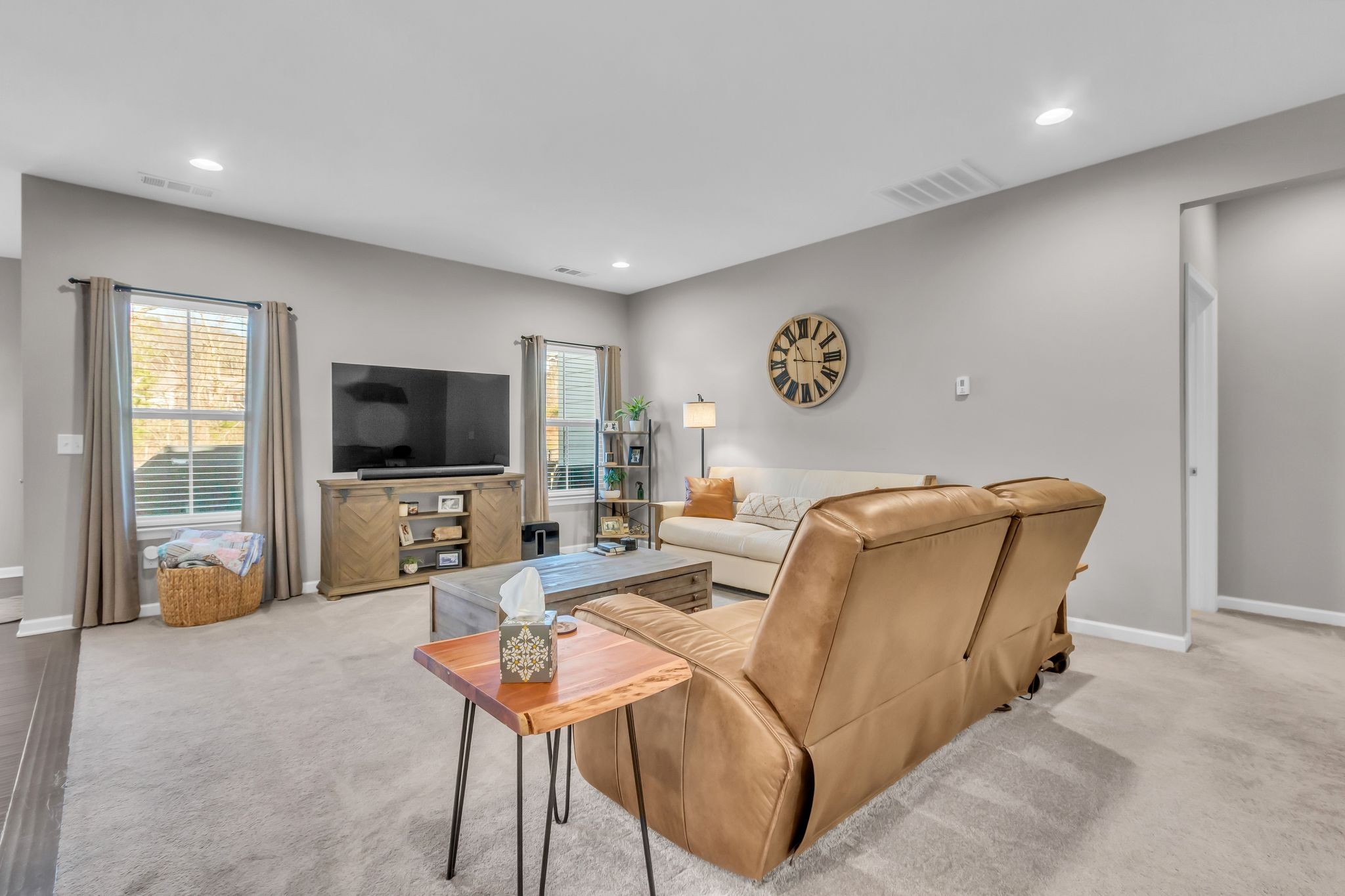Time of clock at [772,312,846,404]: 11:16
